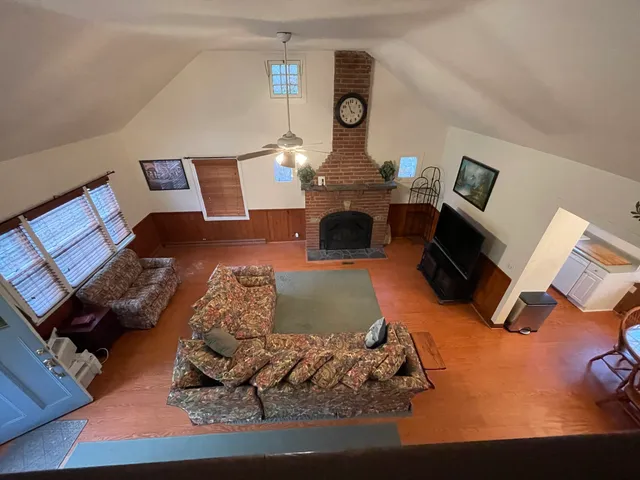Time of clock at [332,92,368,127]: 3:55
